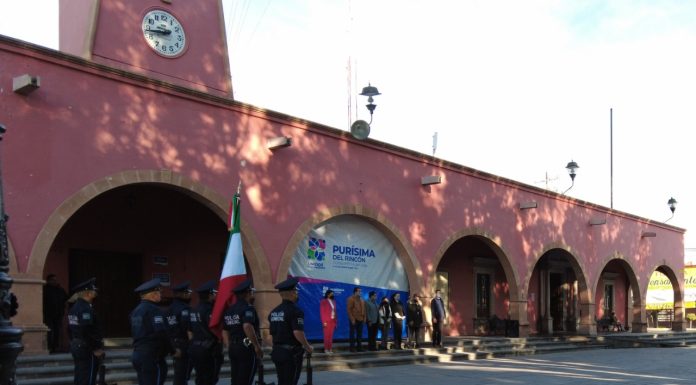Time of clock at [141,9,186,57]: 8:43
